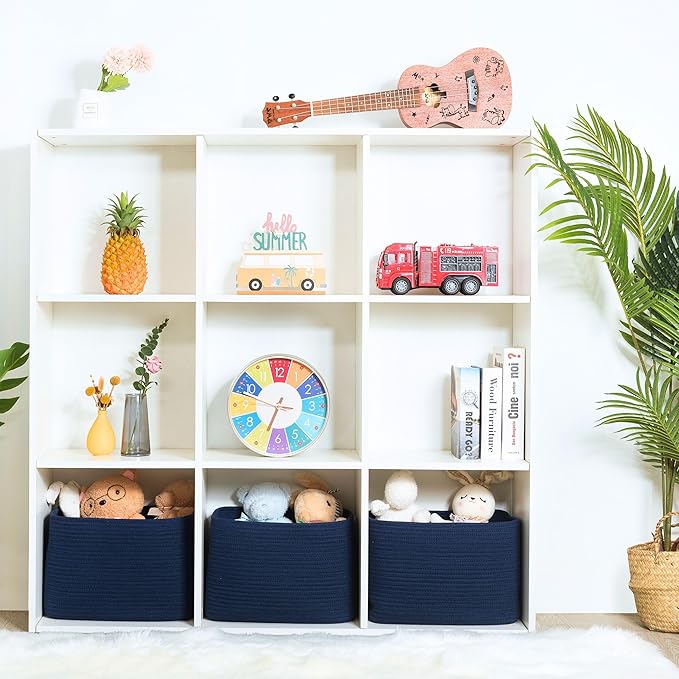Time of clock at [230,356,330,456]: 6:47
